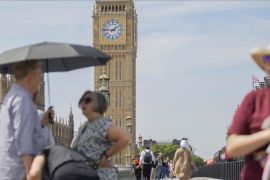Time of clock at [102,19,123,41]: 1:46
